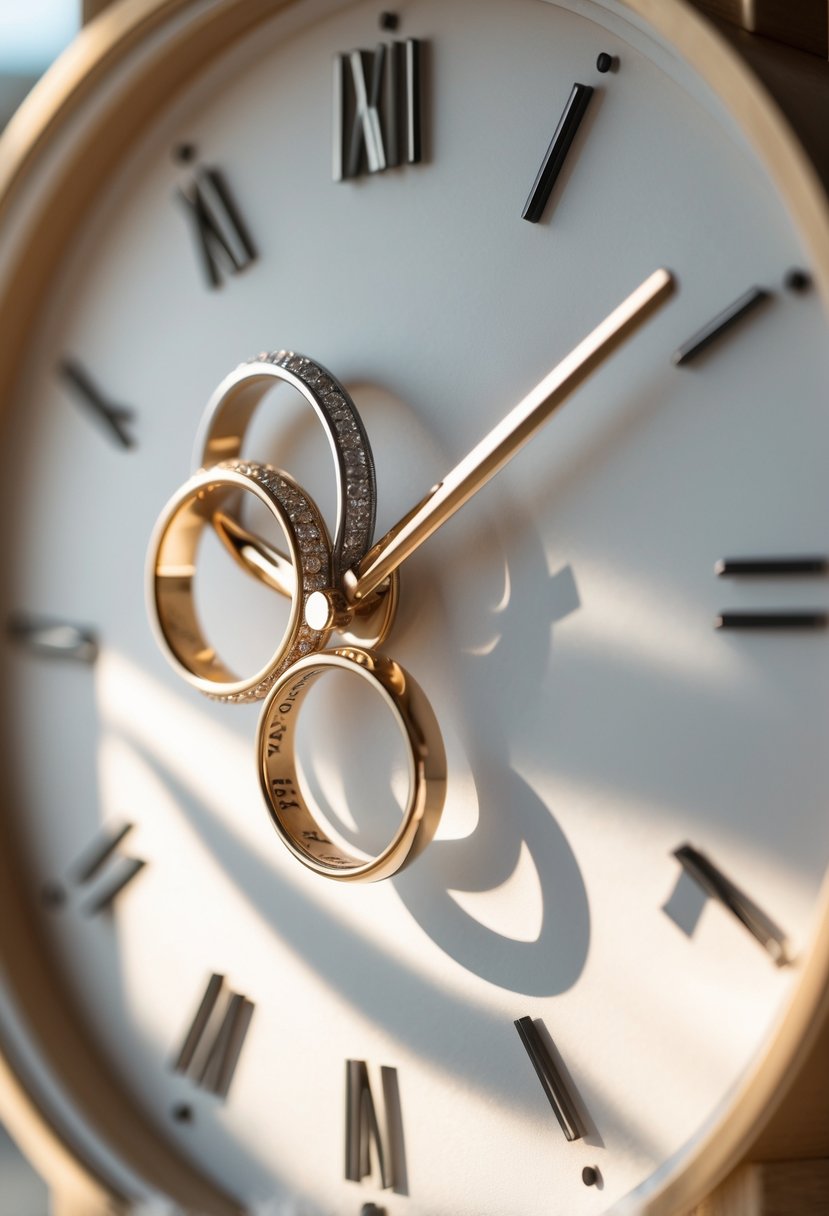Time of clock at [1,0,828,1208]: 11:09
